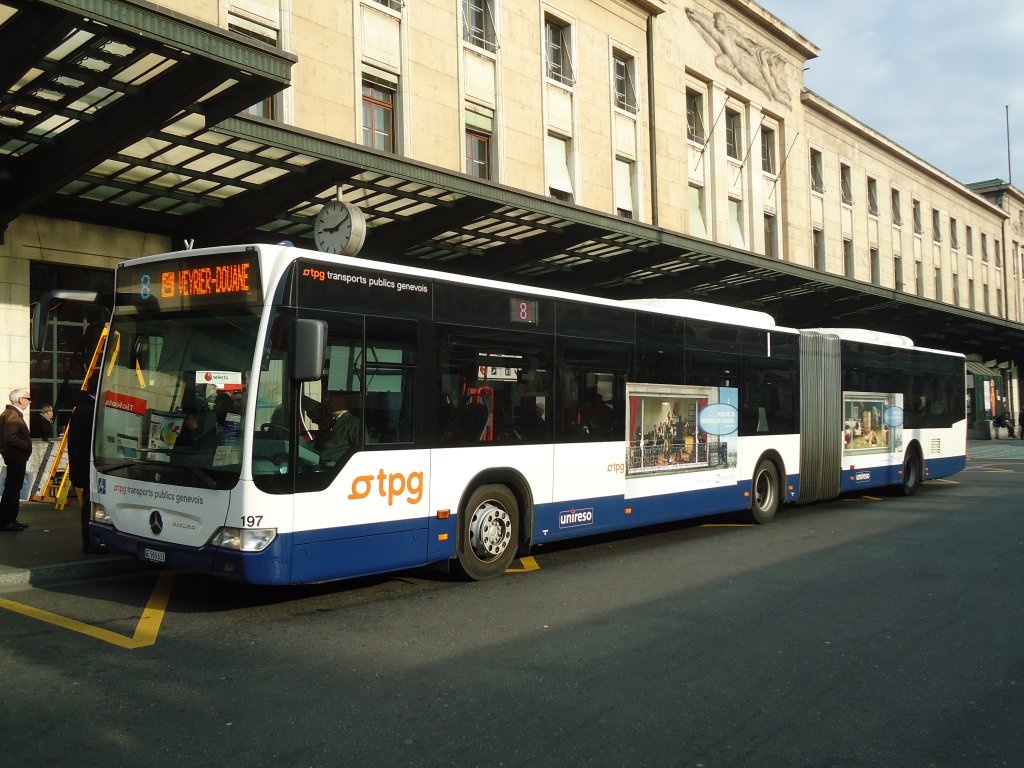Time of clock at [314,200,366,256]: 9:10
